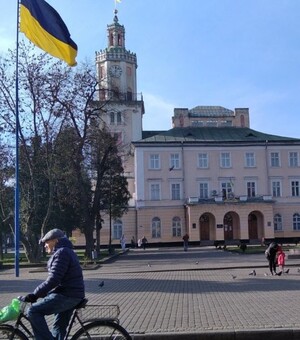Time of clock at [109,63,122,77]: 12:07
